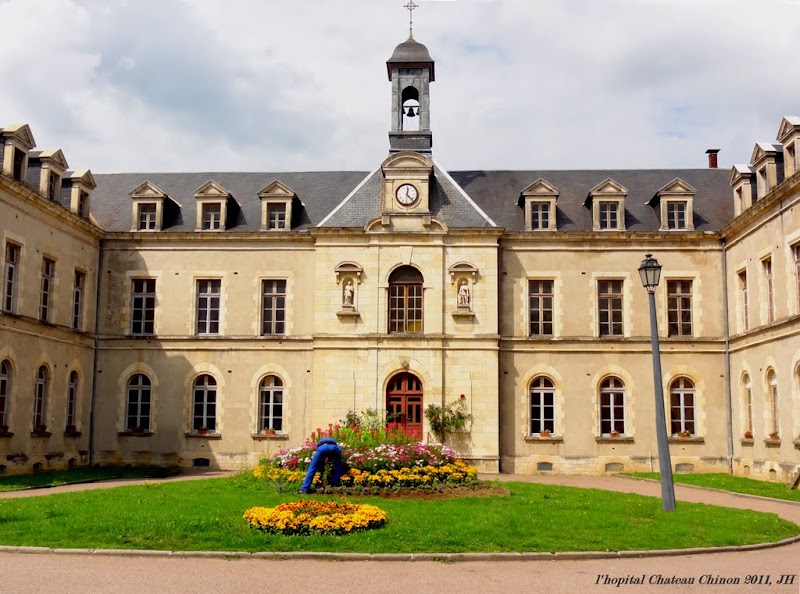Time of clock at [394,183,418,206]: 12:22
